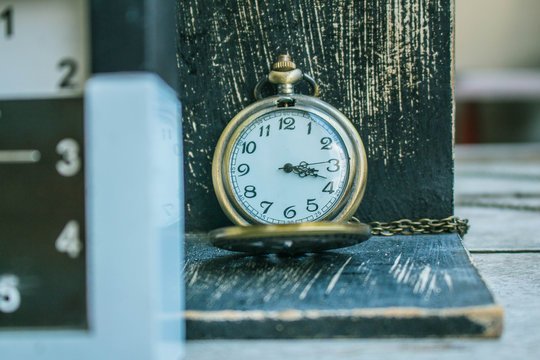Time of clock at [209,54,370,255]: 3:18
